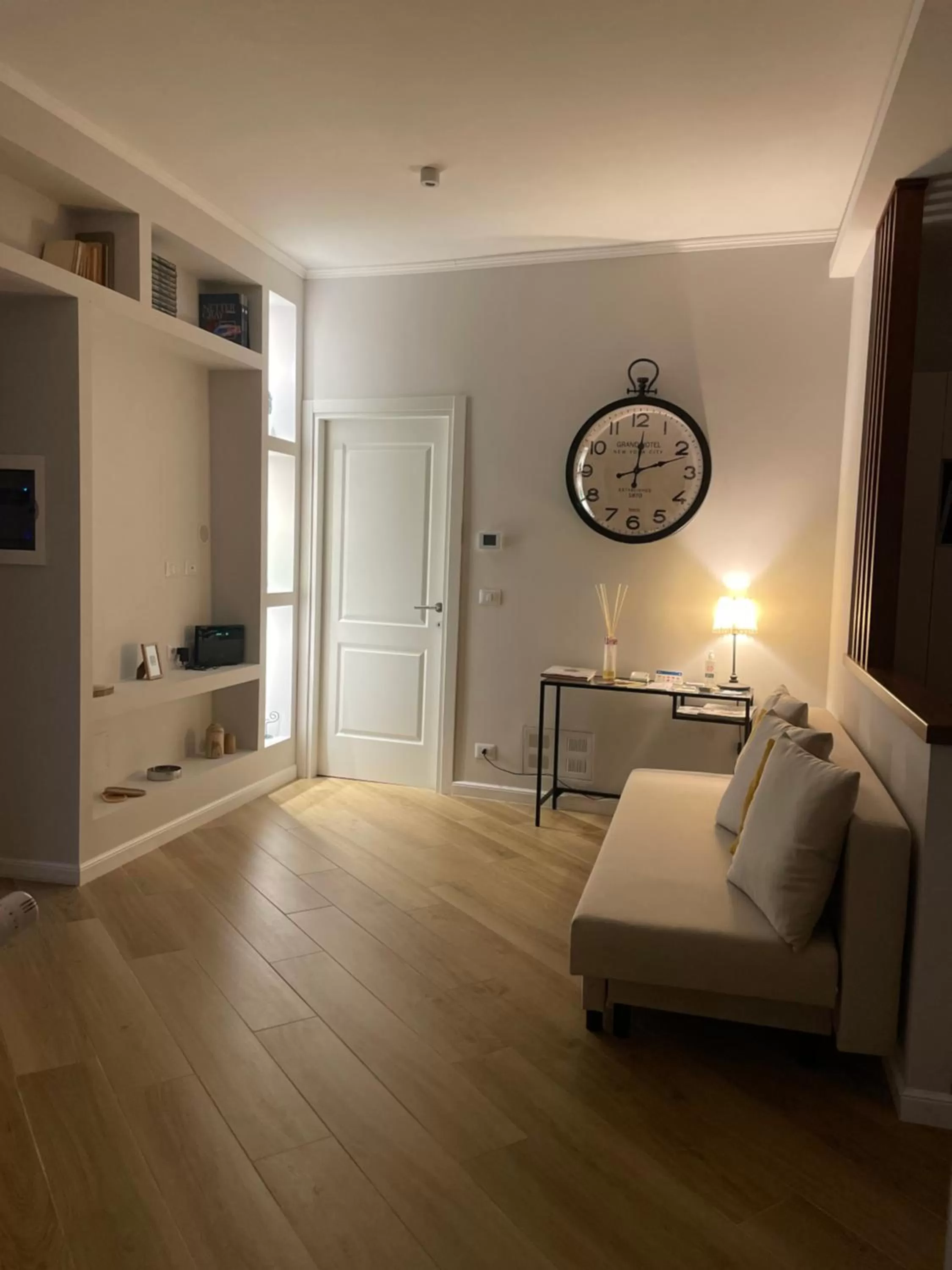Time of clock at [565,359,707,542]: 12:11
